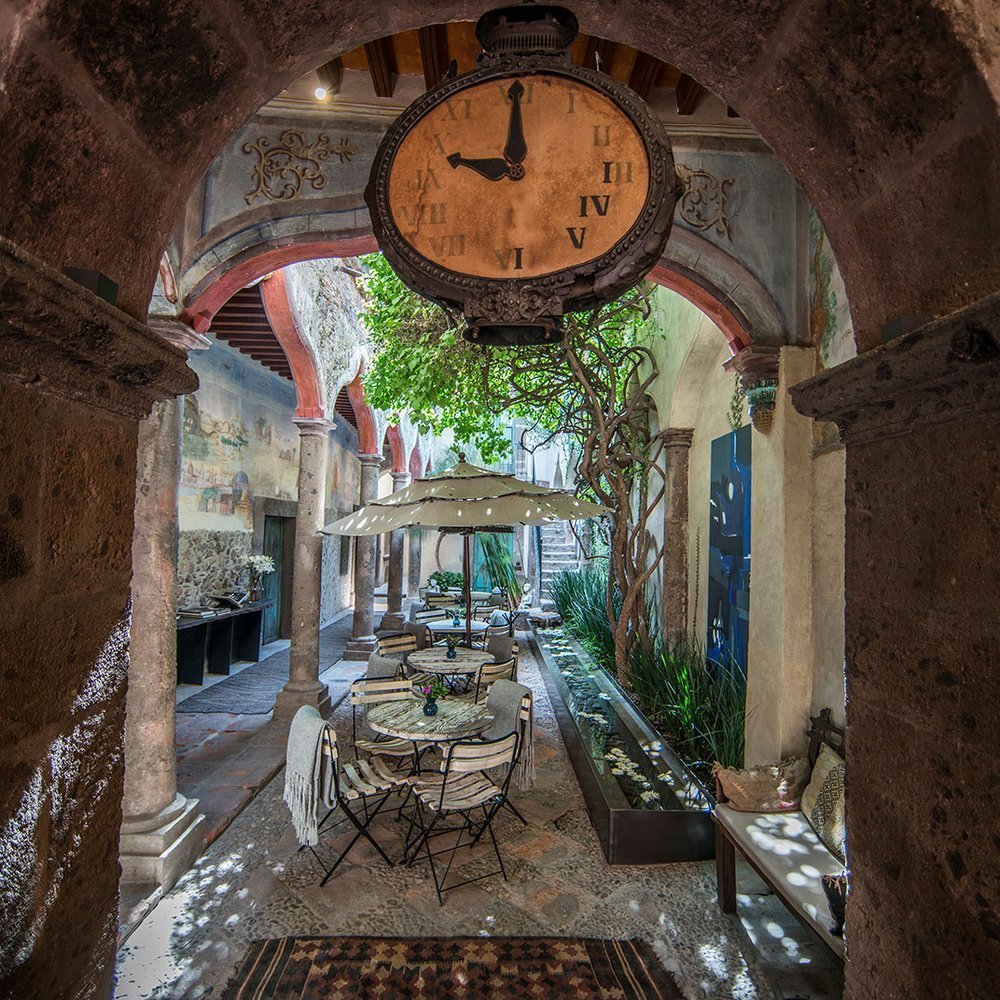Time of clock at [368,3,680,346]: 10:00
